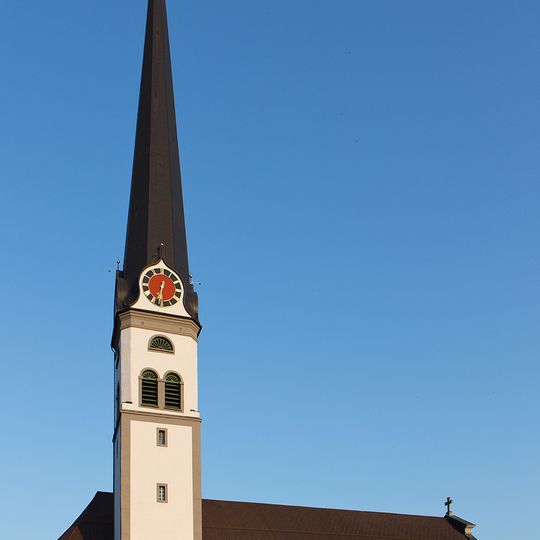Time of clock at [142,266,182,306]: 6:32
